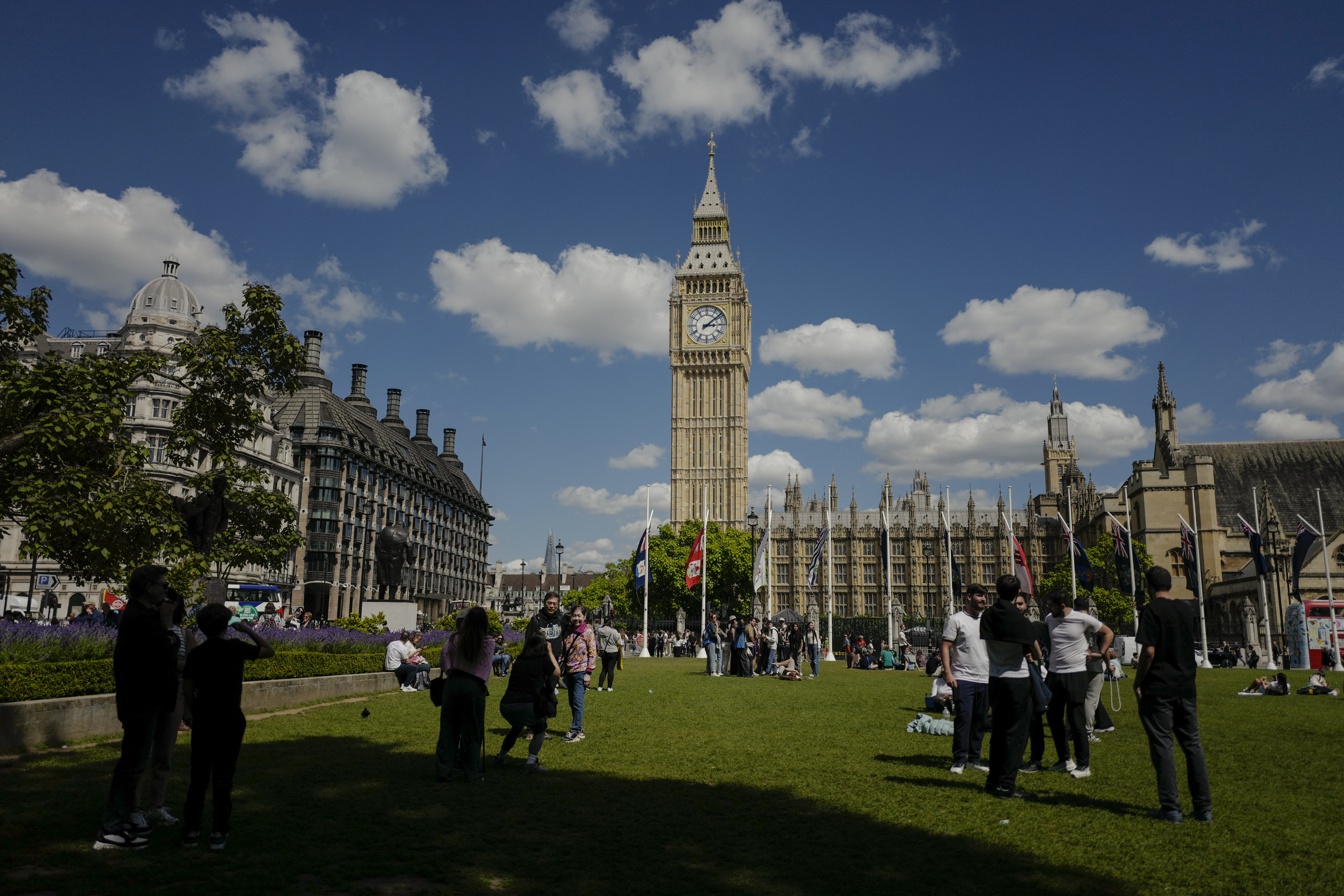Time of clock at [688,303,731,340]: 3:08
